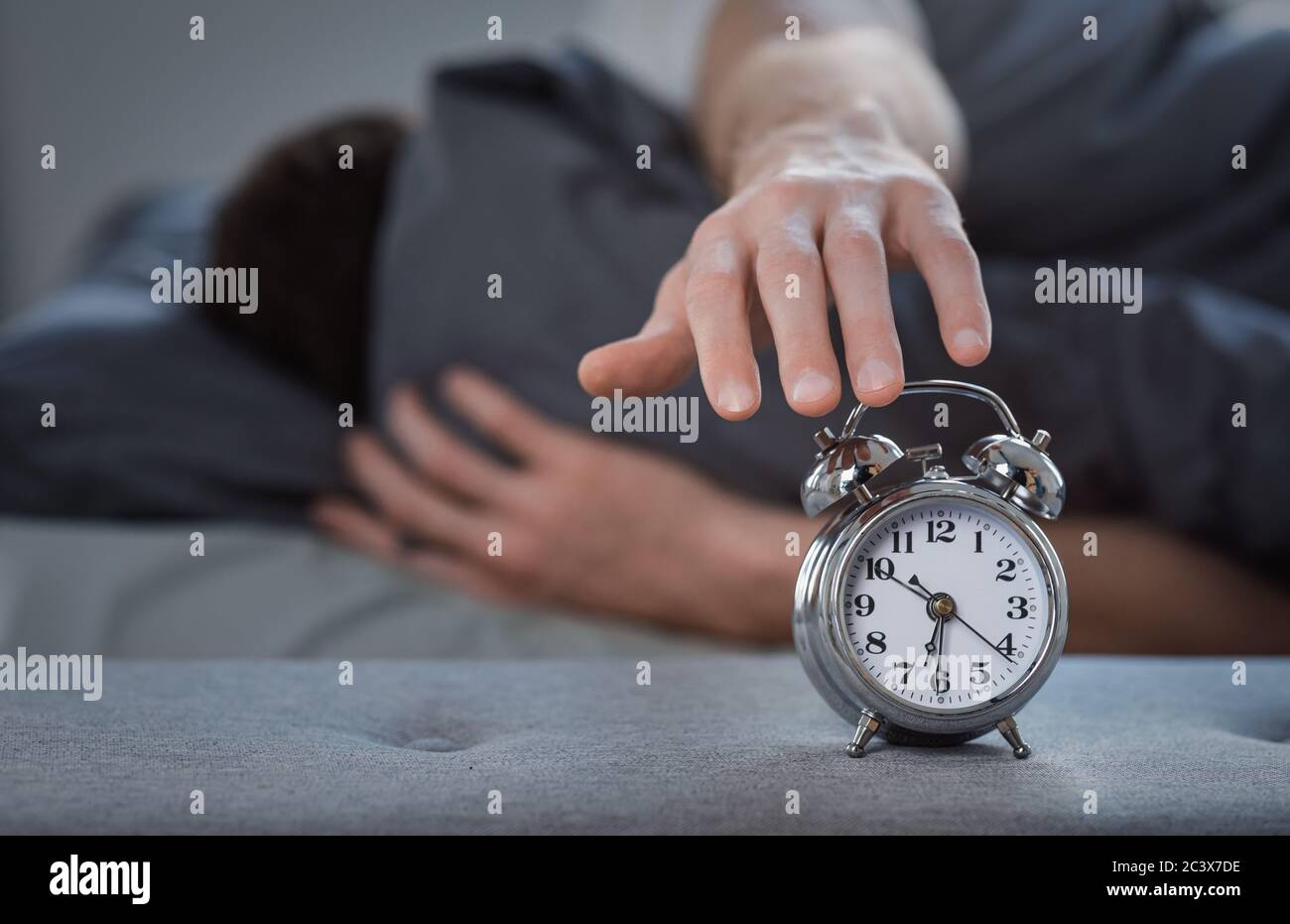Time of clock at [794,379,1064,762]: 6:21
